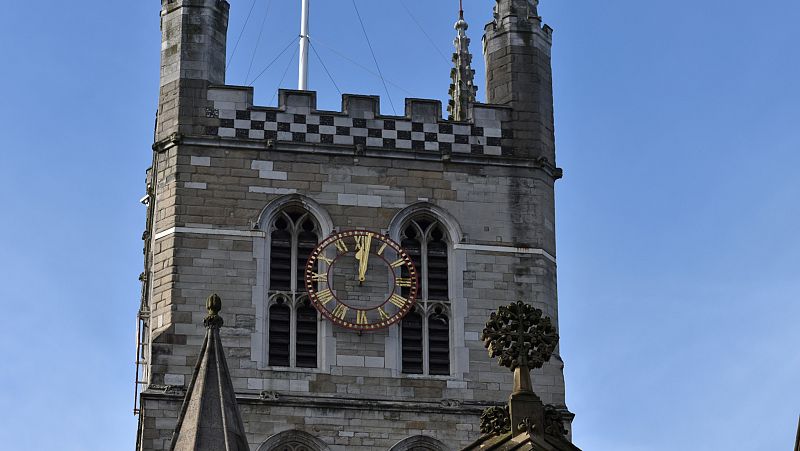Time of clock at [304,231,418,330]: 12:01
